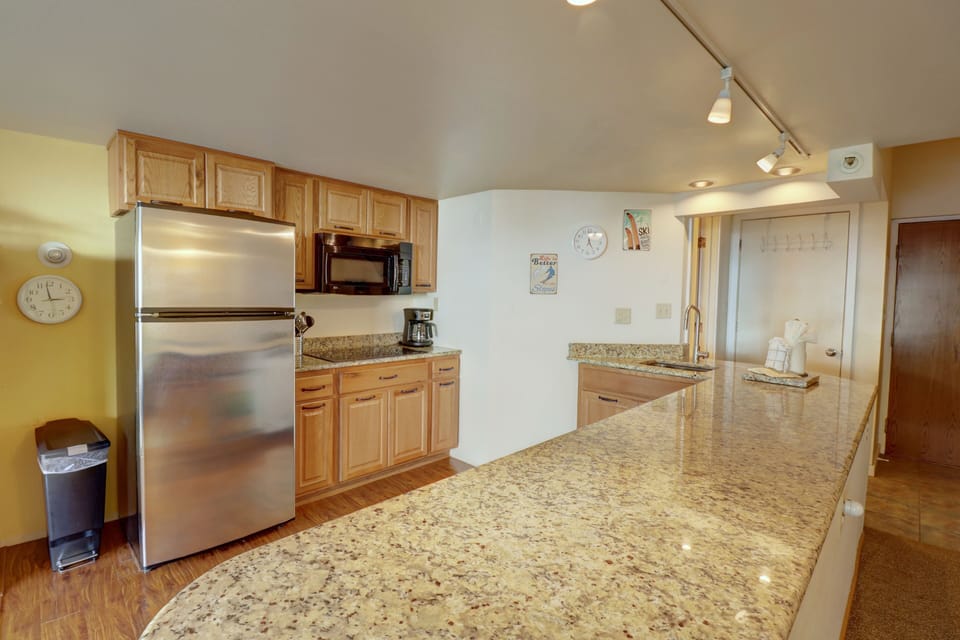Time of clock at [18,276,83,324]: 2:58
